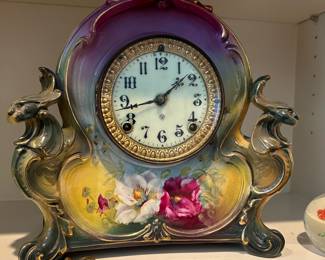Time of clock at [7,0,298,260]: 1:42
